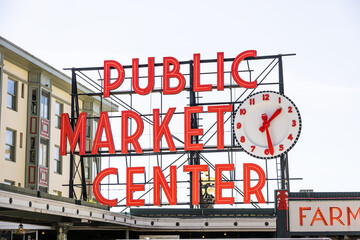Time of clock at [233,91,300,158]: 1:28
